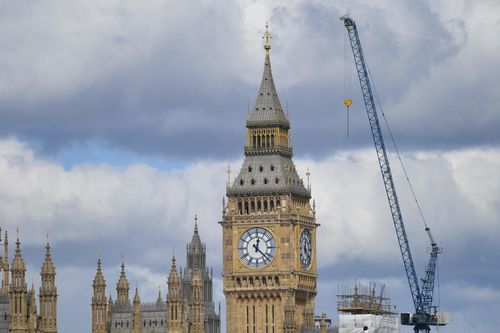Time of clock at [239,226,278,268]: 12:22
